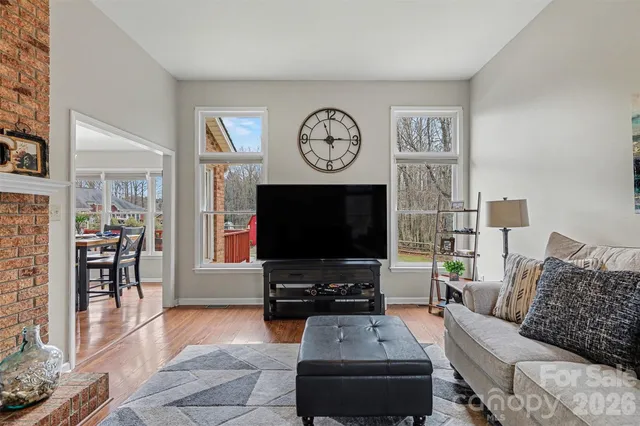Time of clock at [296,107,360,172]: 11:14
